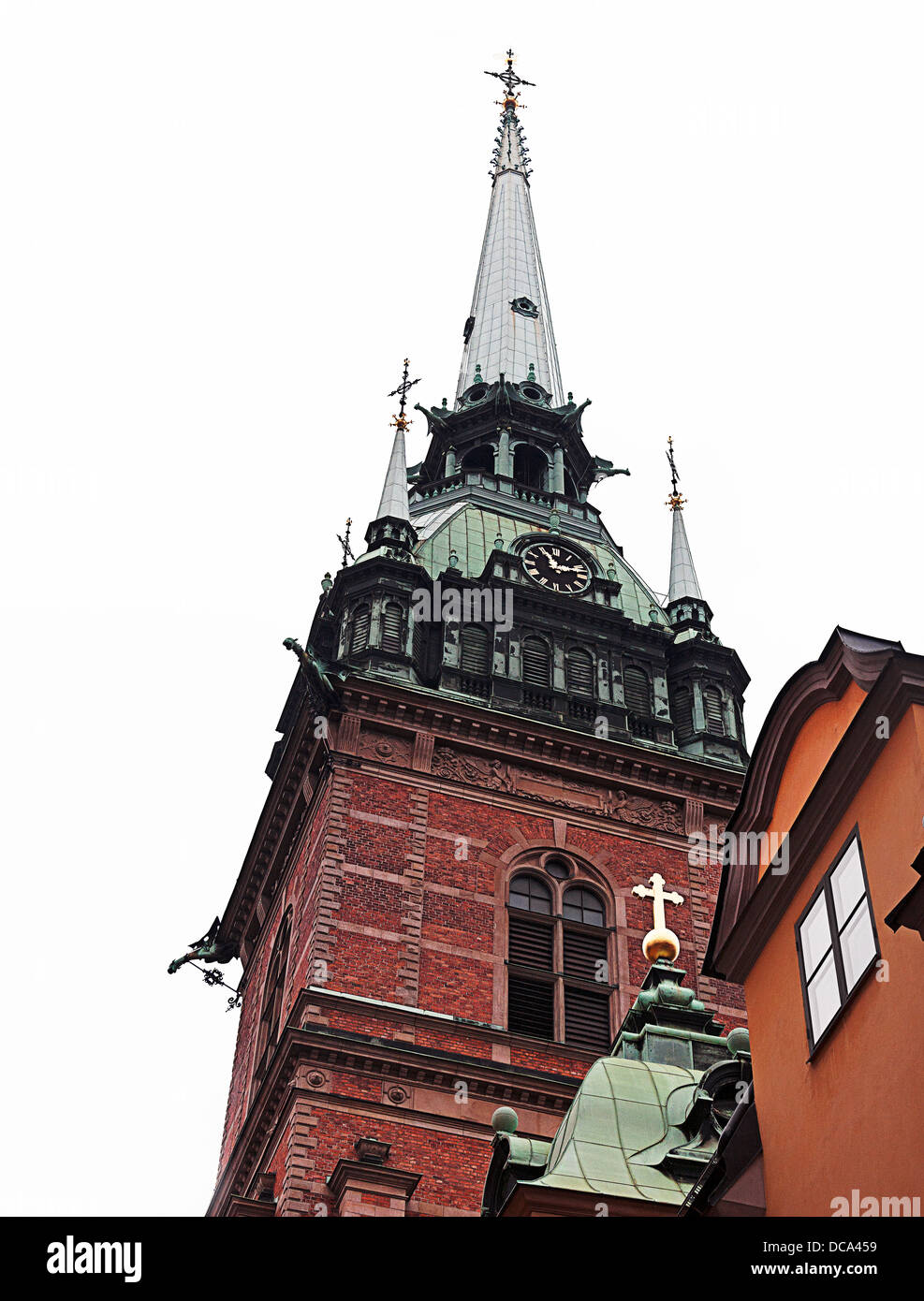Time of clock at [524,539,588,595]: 11:12
